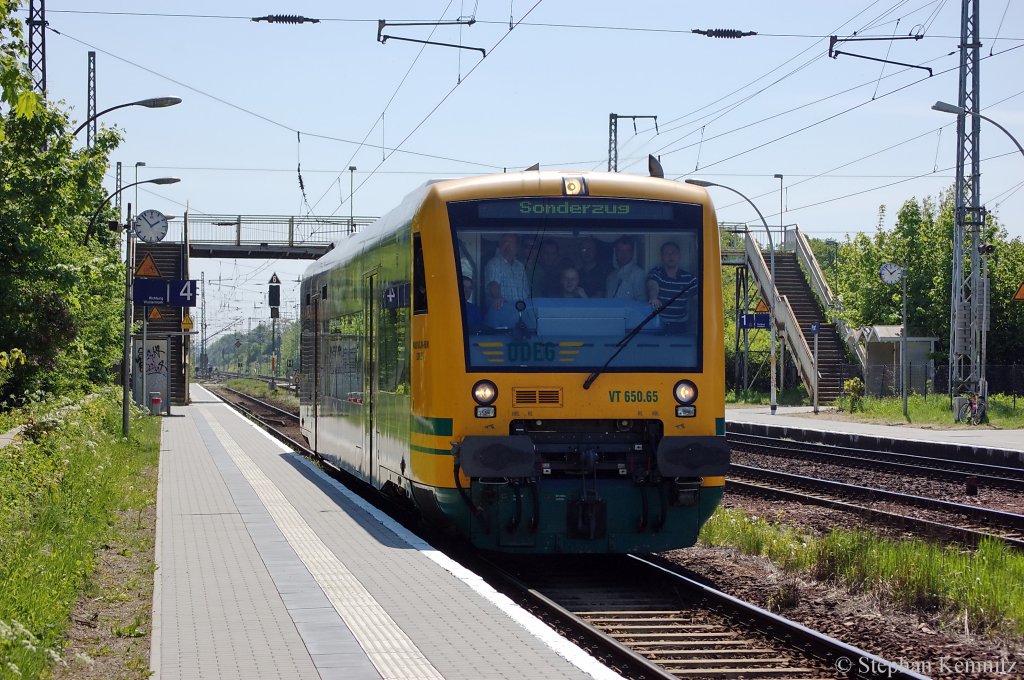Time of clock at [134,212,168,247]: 1:52
